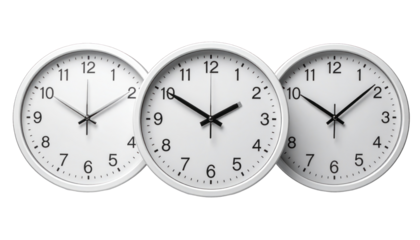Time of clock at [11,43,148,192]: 10:09
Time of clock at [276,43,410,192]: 10:08
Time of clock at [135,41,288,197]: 1:50
